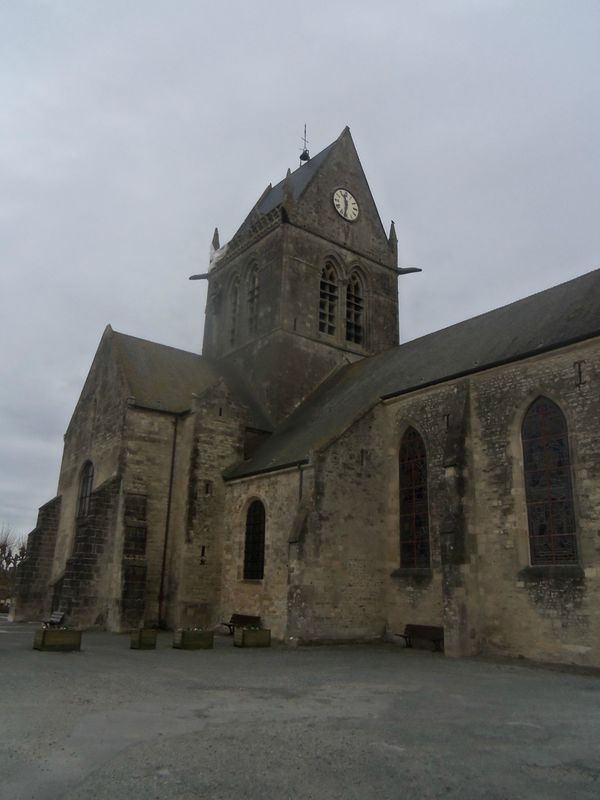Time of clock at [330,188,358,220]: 11:32
